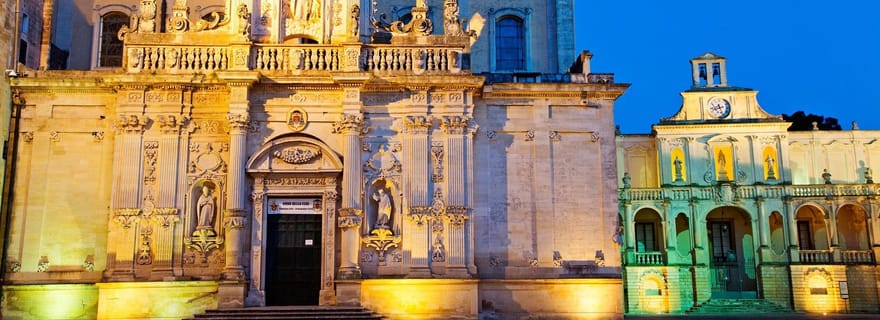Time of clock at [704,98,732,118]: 8:26
